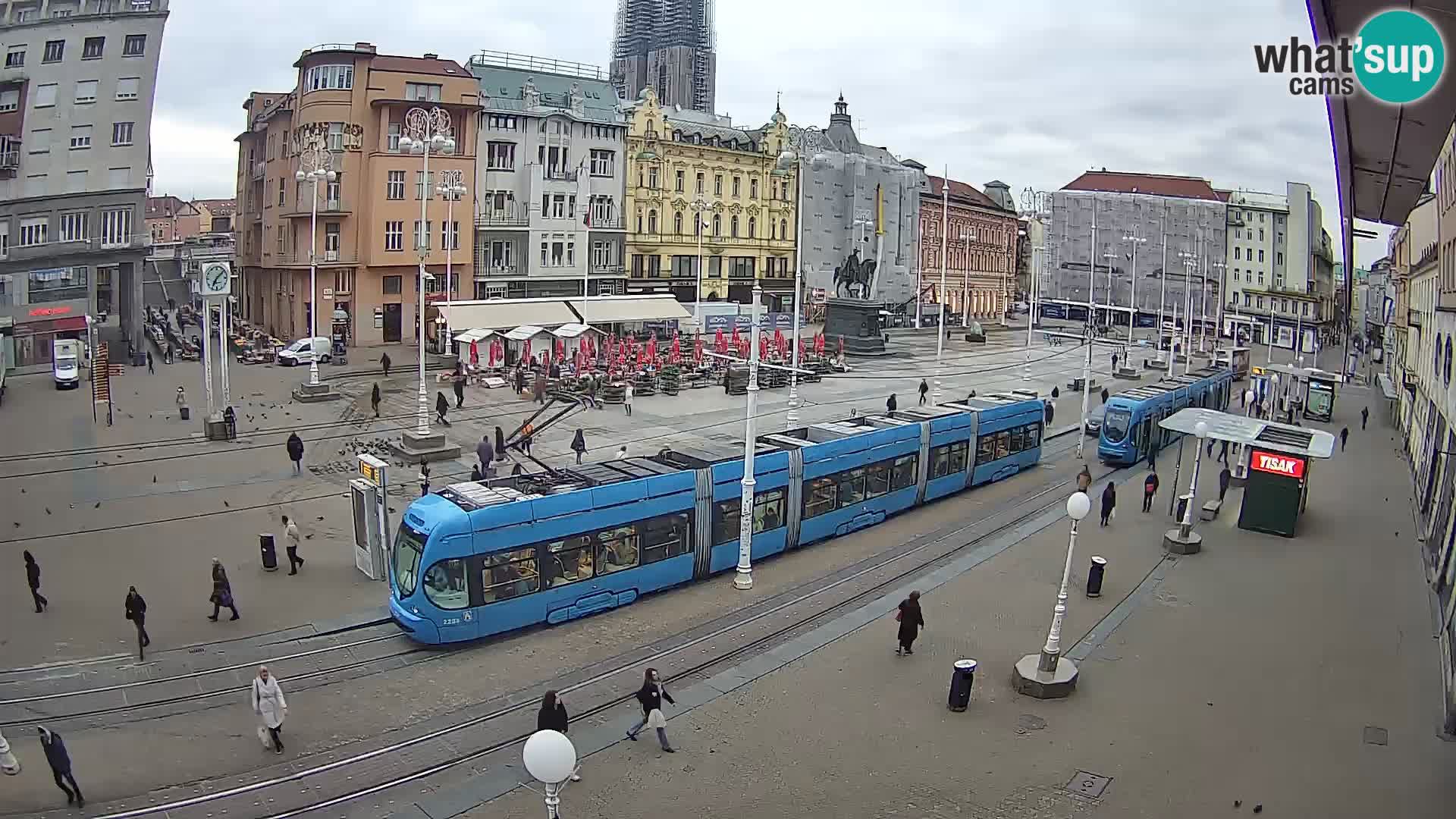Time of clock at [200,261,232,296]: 7:08
